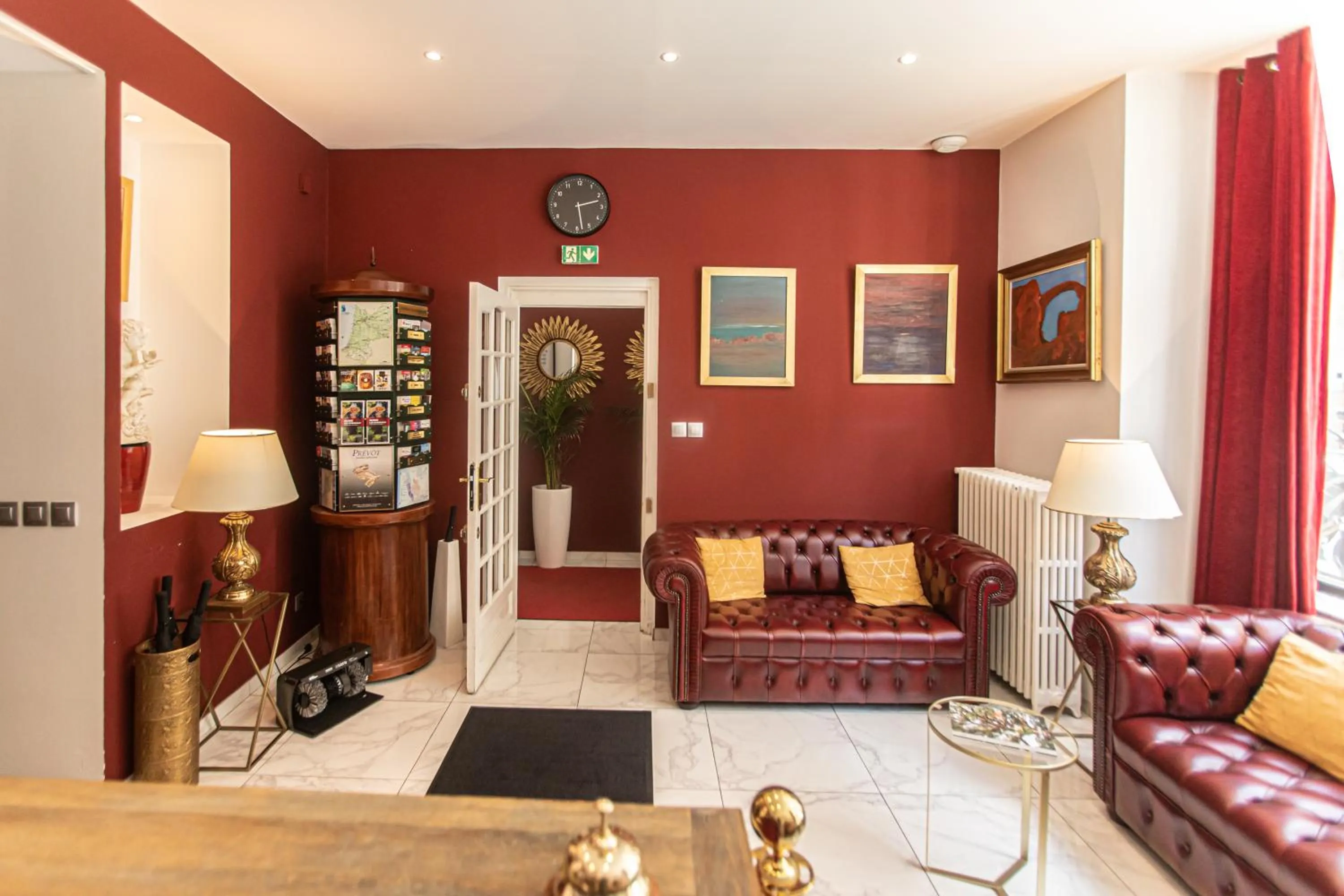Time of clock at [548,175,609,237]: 2:28
